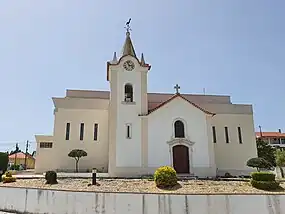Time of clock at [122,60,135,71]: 2:56
